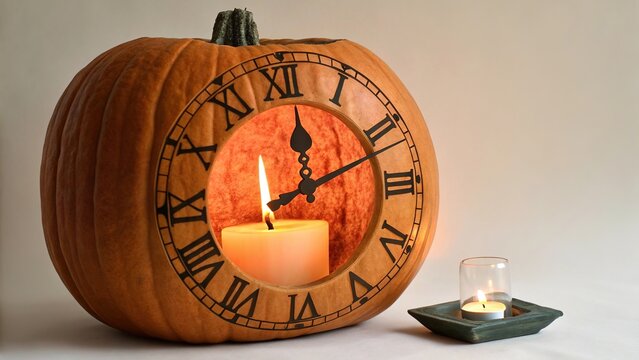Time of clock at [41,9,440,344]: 12:11
